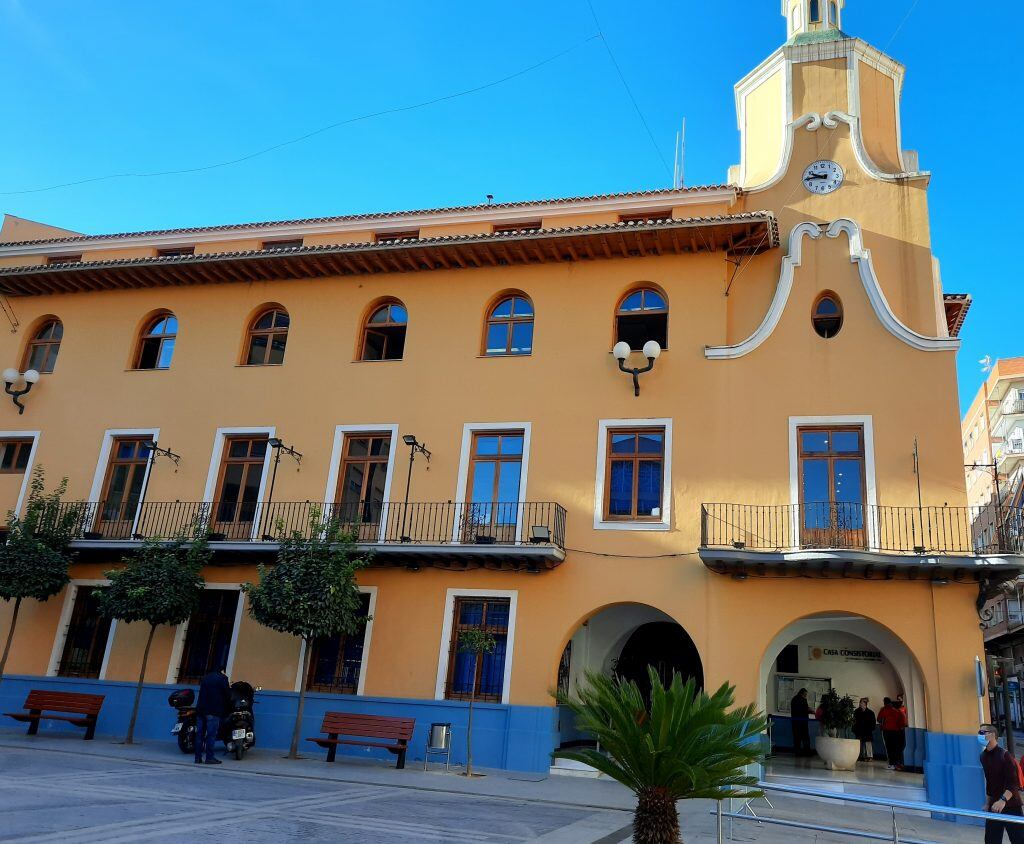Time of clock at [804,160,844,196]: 9:44
